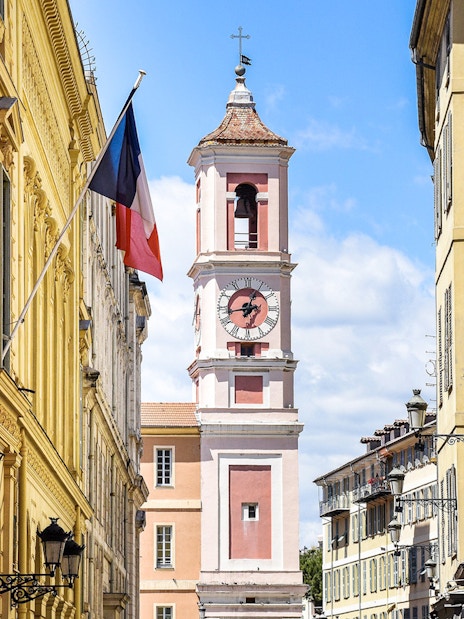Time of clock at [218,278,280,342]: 12:43
